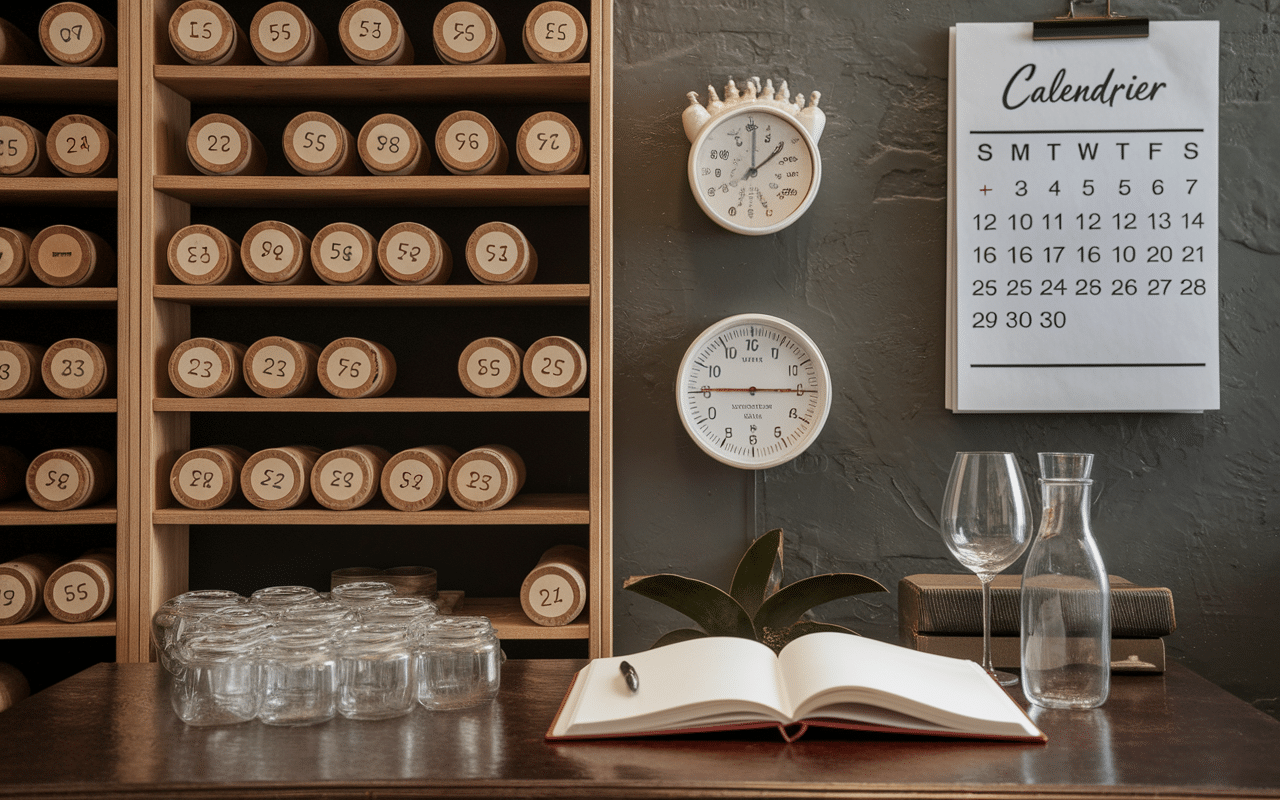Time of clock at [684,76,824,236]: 2:01
